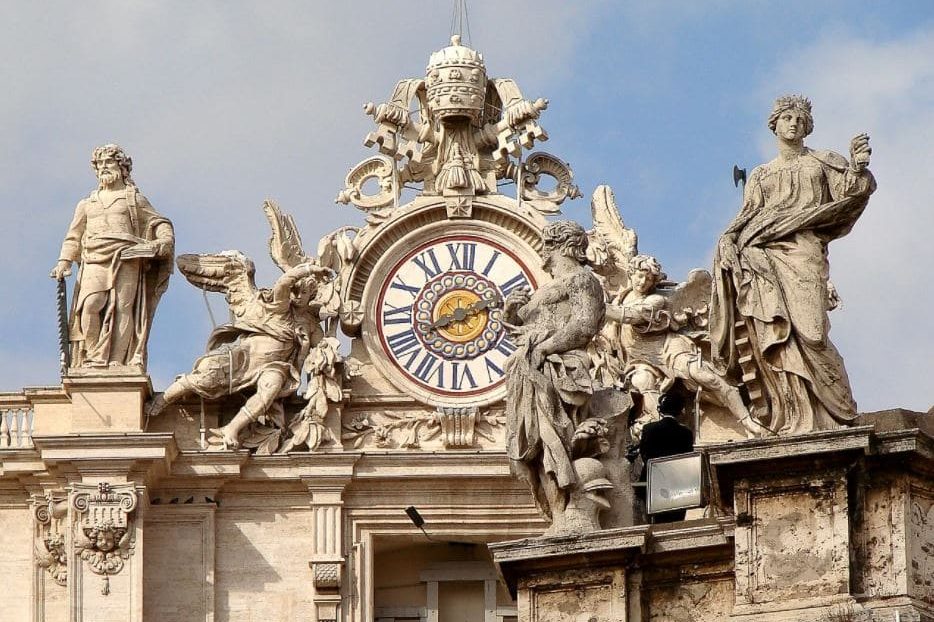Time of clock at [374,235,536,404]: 8:12
